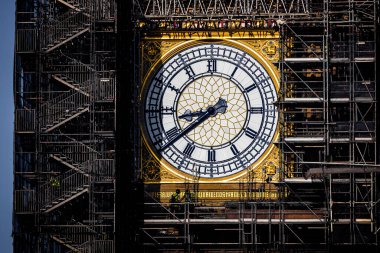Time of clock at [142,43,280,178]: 8:38
